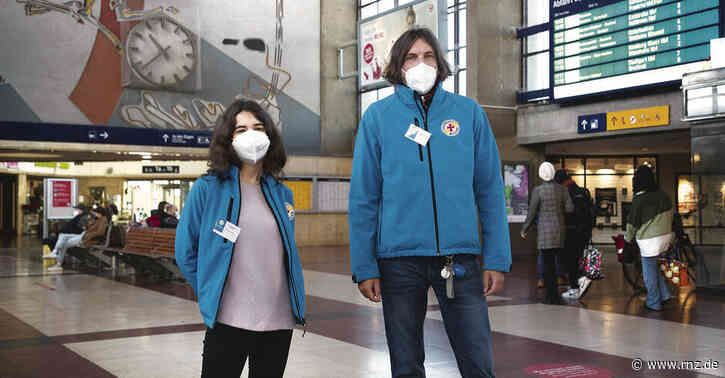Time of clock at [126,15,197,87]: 10:38
